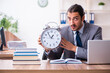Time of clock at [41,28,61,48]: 12:53
